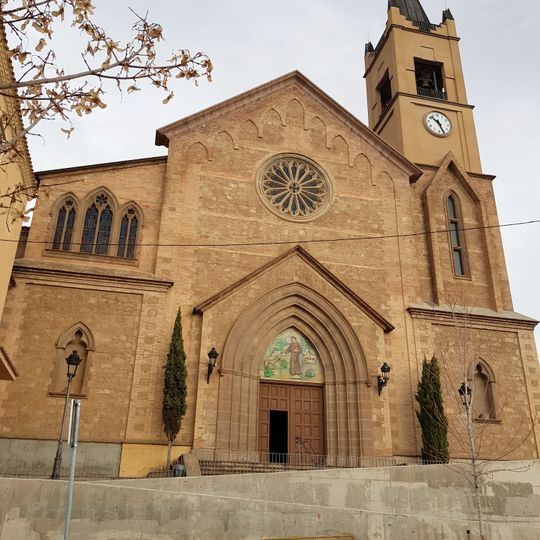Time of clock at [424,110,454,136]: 10:26
